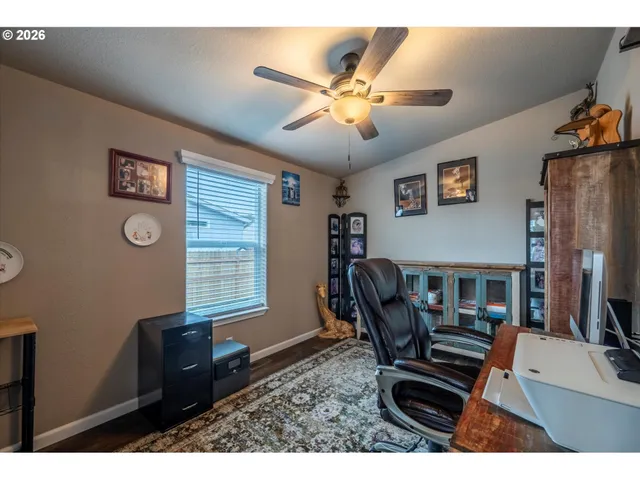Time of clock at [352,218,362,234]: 2:23
